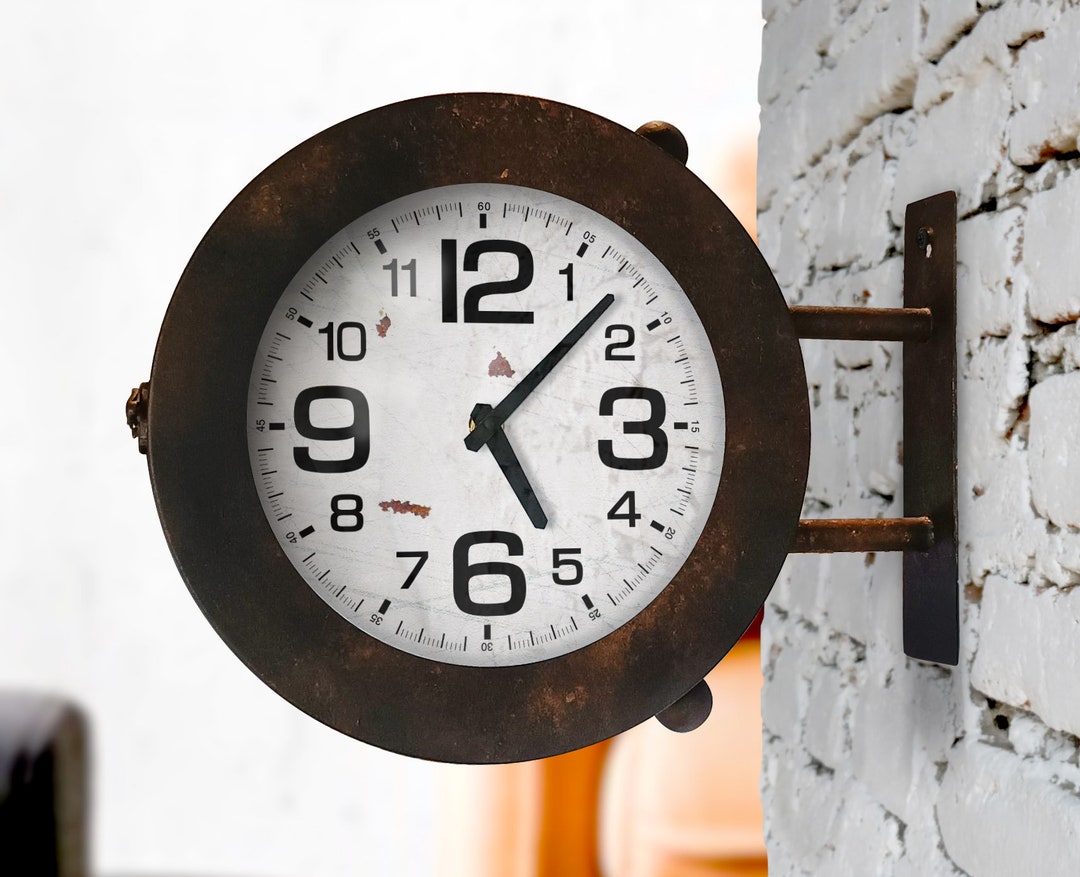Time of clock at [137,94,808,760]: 5:07
